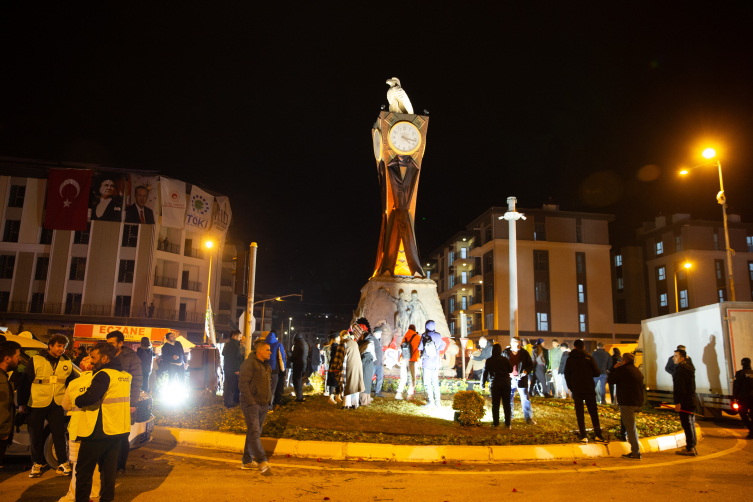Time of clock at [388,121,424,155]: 4:16
